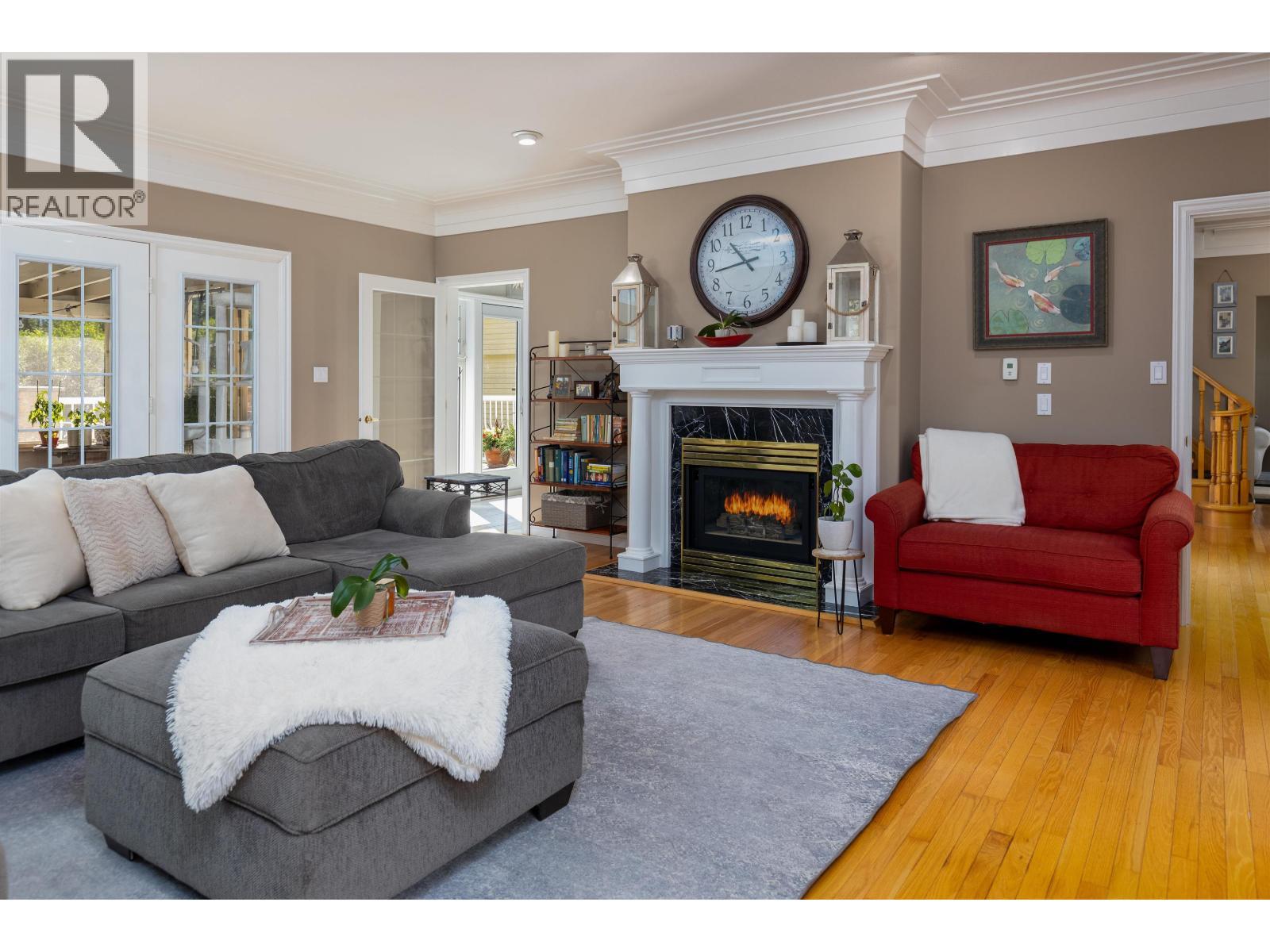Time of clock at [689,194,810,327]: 10:43
